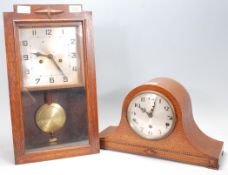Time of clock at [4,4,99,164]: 9:23
